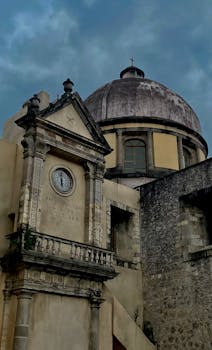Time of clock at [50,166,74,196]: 5:59
